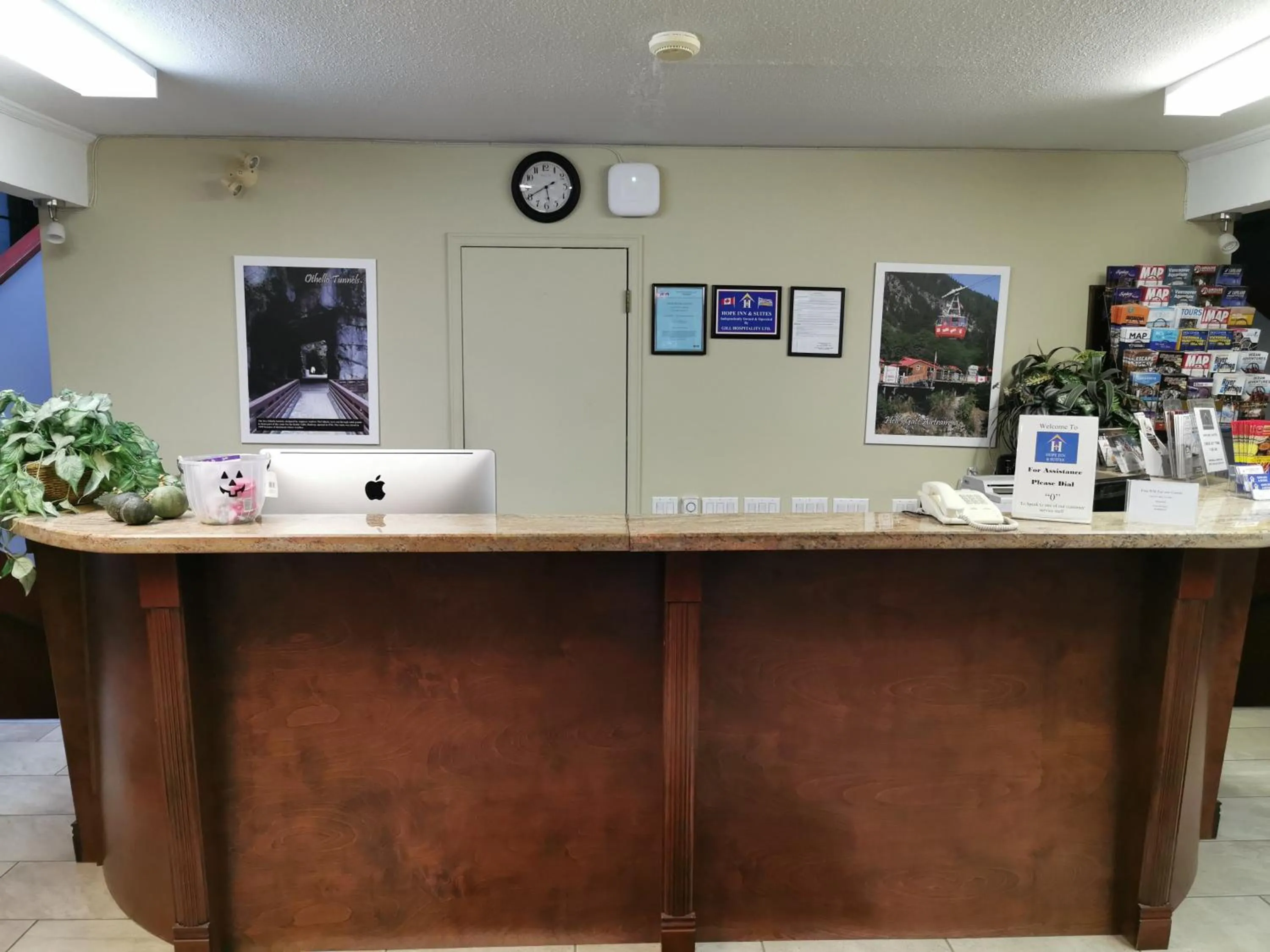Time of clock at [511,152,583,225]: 5:40
